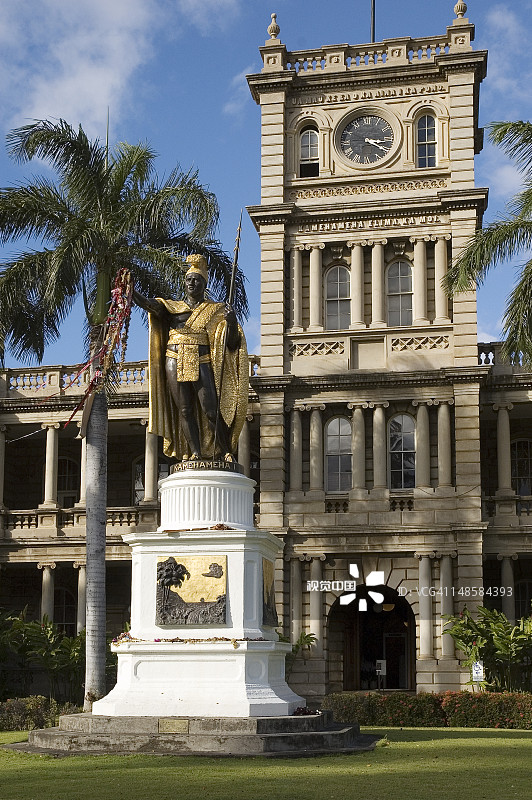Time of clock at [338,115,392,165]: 3:20
